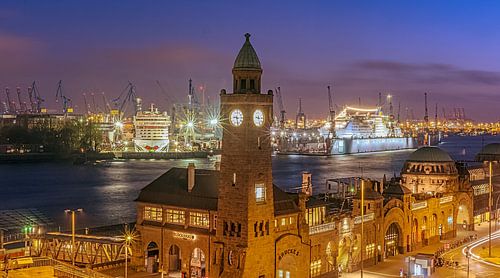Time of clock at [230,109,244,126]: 9:28
